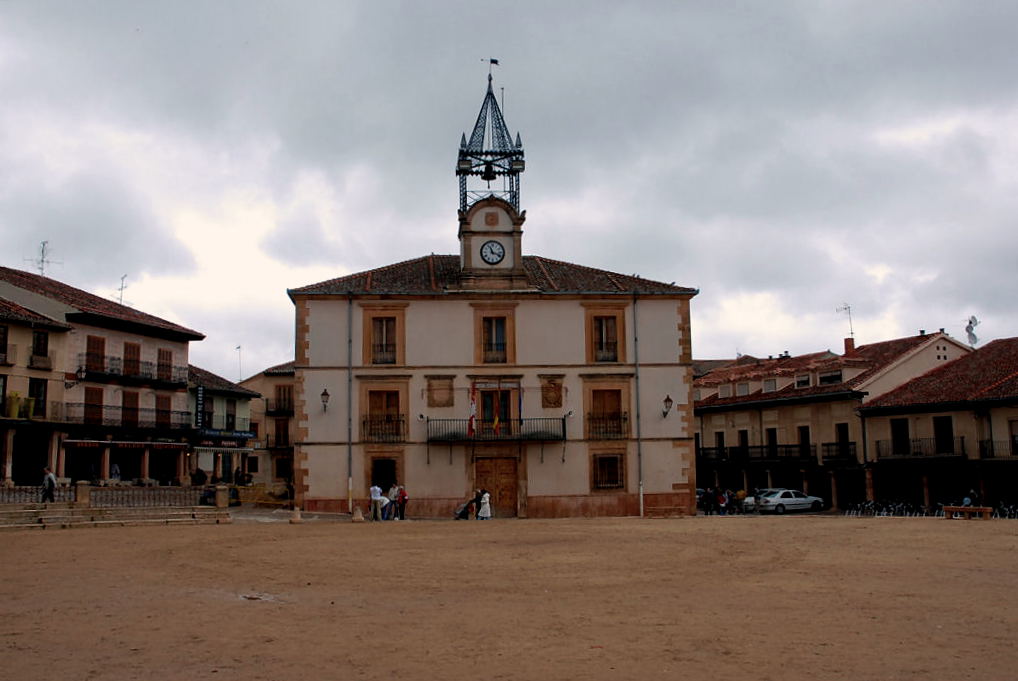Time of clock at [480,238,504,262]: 11:18
